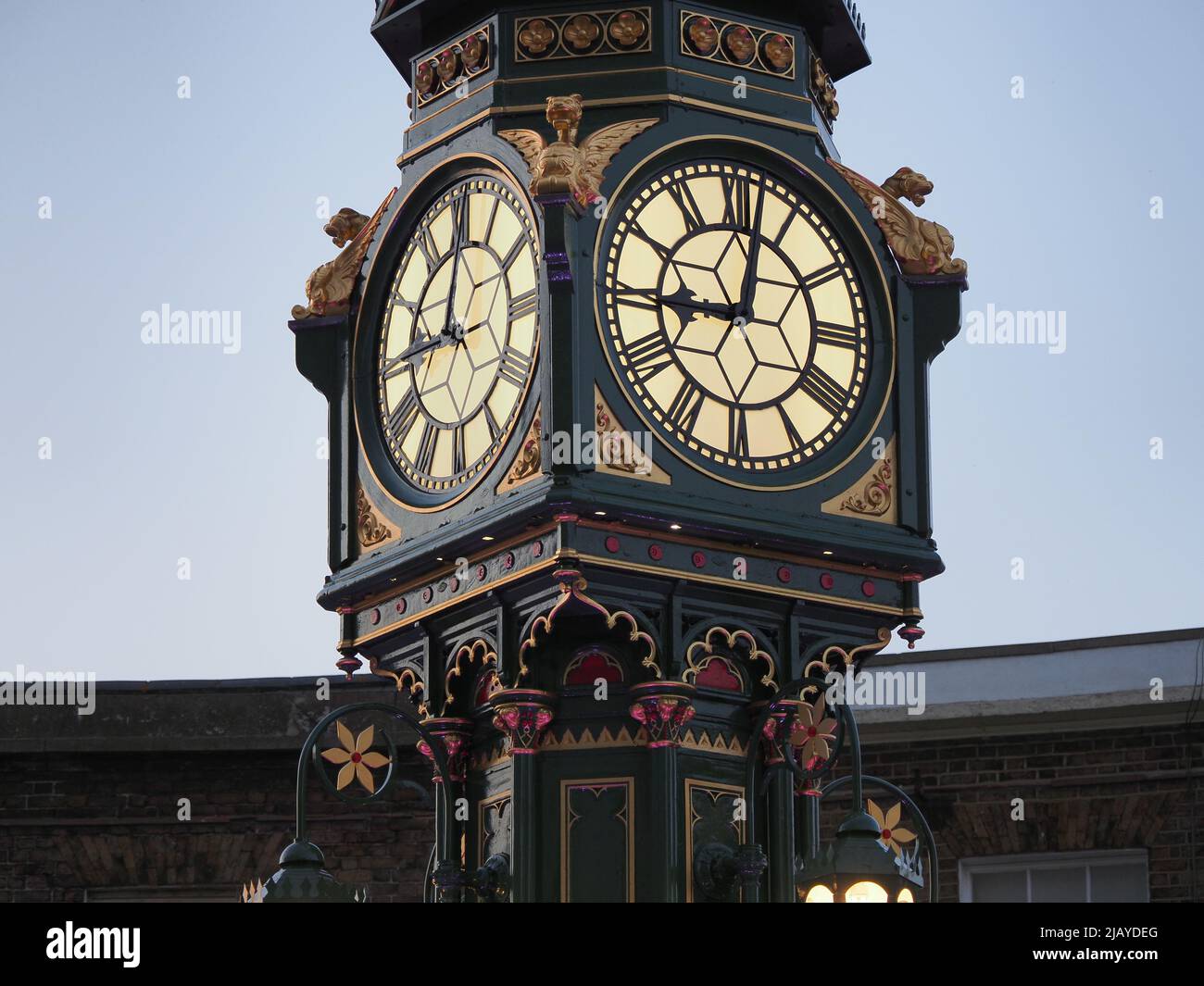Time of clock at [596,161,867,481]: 9:01
